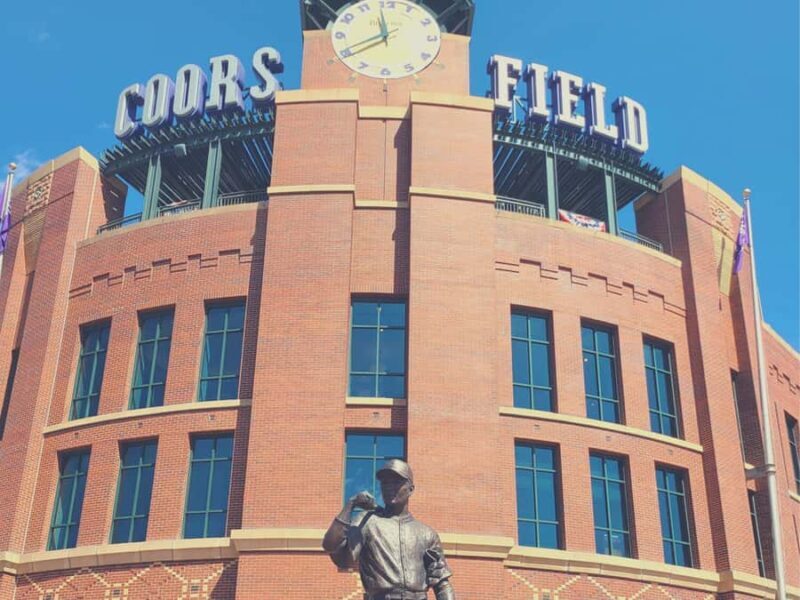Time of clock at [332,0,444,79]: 11:40
